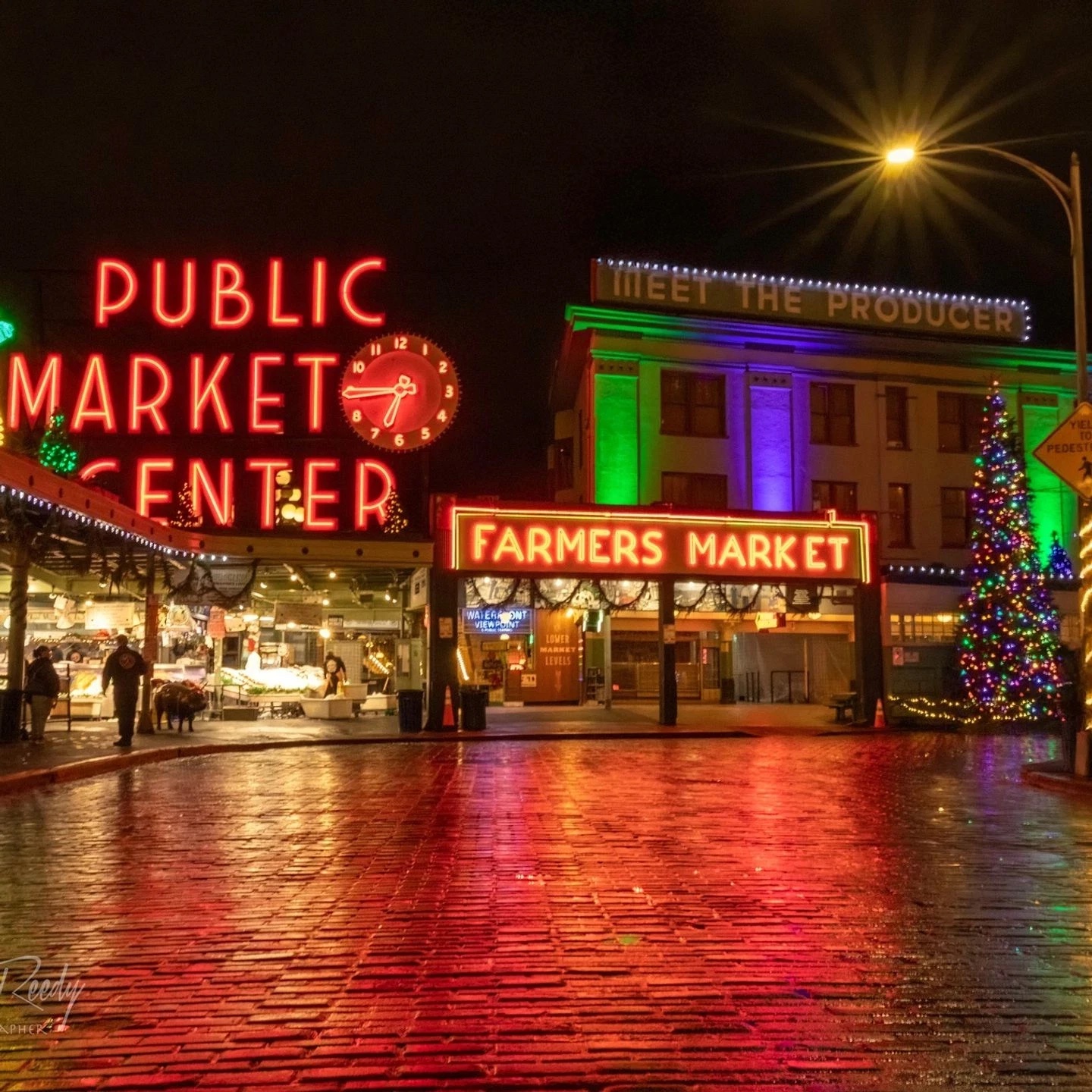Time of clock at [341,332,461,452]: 6:45
